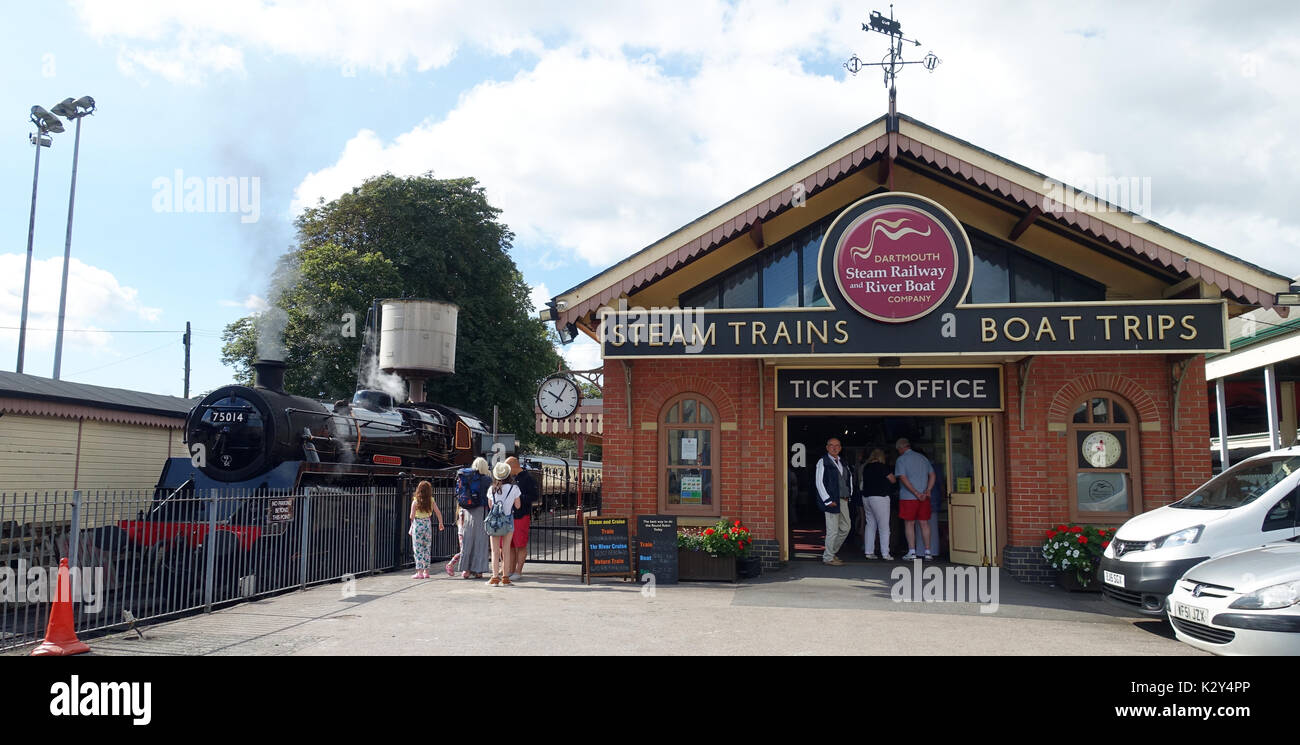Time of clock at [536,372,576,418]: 10:05
